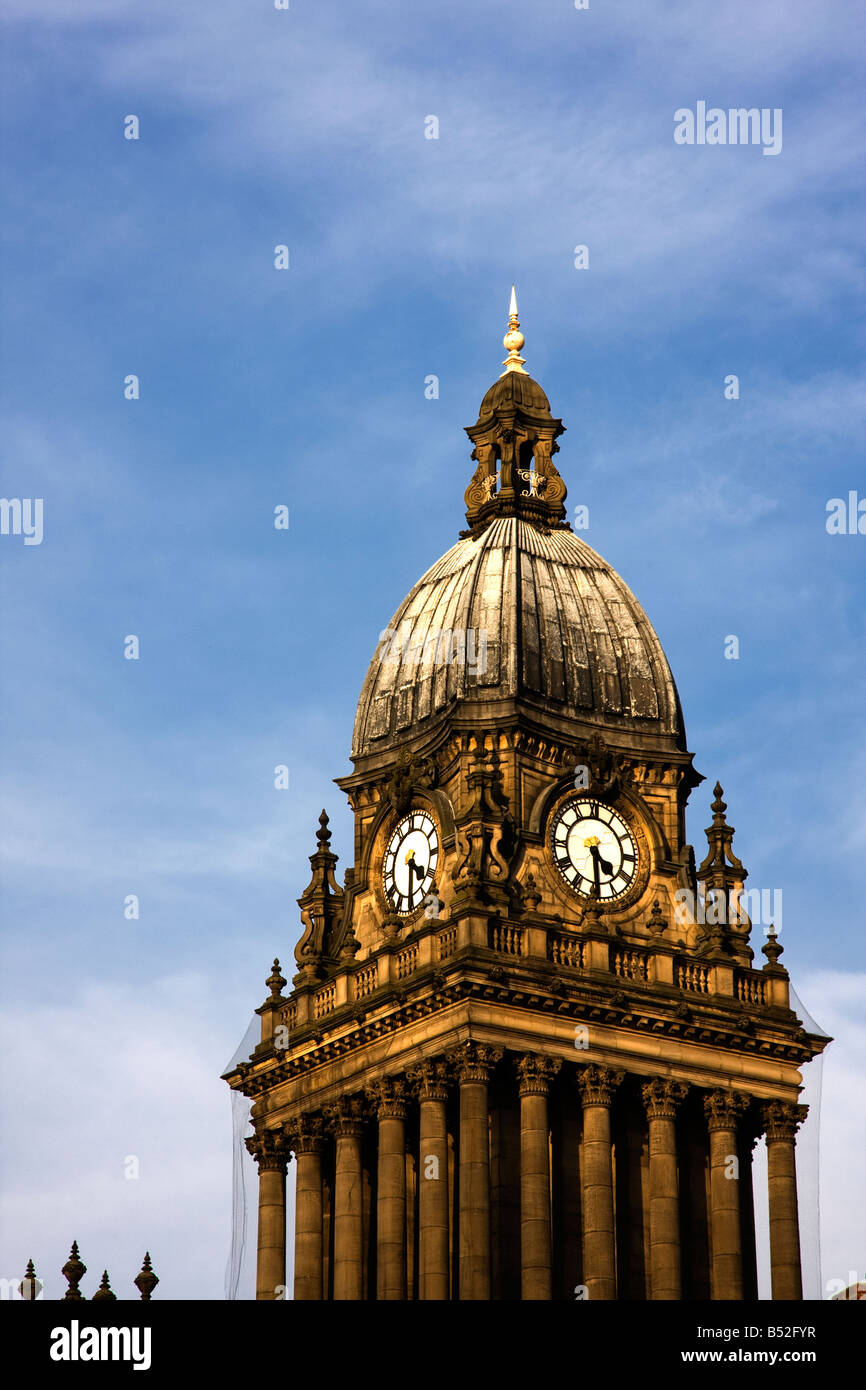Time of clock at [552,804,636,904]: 4:29
